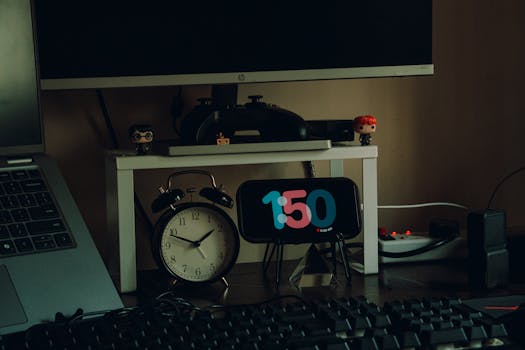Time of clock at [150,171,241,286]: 1:48
